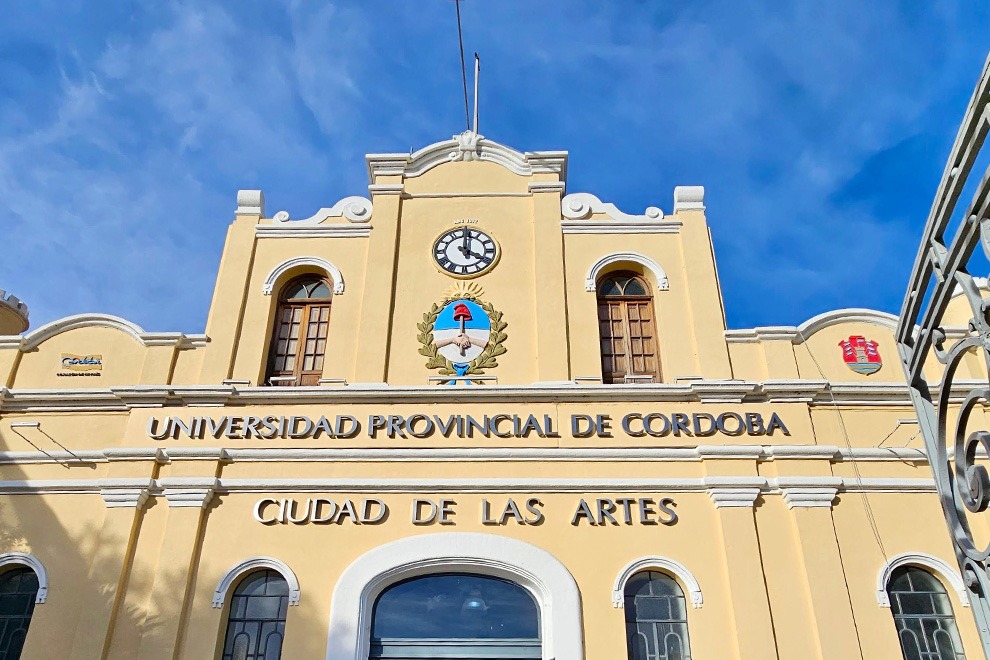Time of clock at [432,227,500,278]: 4:00
